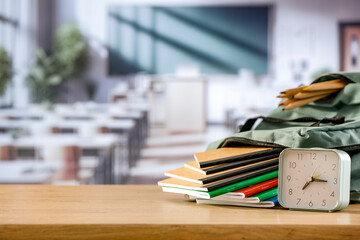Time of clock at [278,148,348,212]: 7:15
